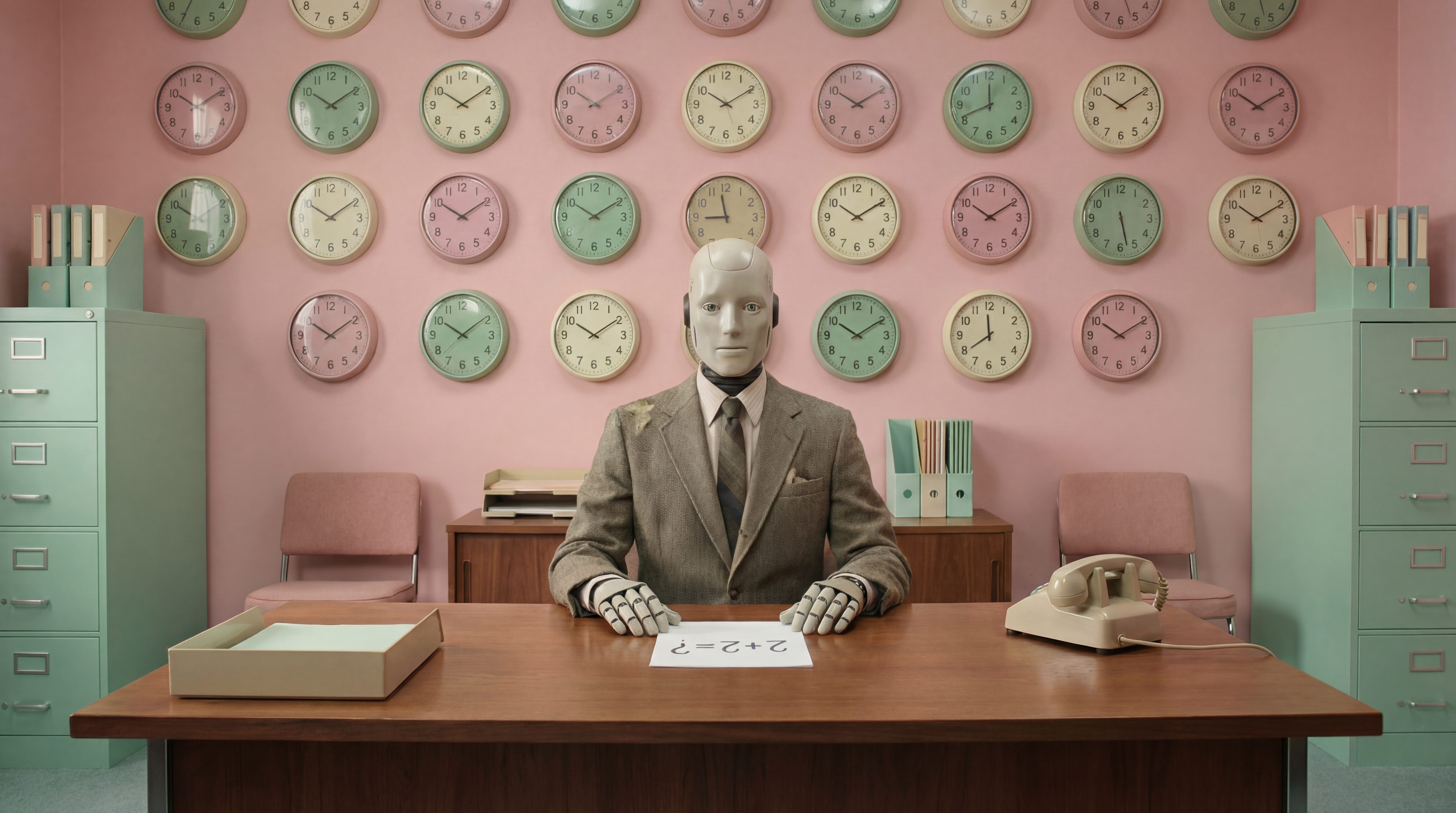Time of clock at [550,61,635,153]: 10:09
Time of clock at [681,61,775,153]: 10:09
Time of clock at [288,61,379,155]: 10:09
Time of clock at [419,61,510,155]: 10:09
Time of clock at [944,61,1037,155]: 11:41
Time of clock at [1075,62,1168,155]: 10:09
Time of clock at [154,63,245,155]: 10:09
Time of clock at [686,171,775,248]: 11:44
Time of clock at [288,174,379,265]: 10:09
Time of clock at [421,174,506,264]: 10:09
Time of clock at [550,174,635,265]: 10:09
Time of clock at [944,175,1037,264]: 10:09
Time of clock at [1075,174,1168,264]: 5:27
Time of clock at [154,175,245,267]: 10:00
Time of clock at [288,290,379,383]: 10:09
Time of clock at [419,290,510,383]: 10:08
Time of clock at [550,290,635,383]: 10:09
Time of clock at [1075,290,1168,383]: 10:09
